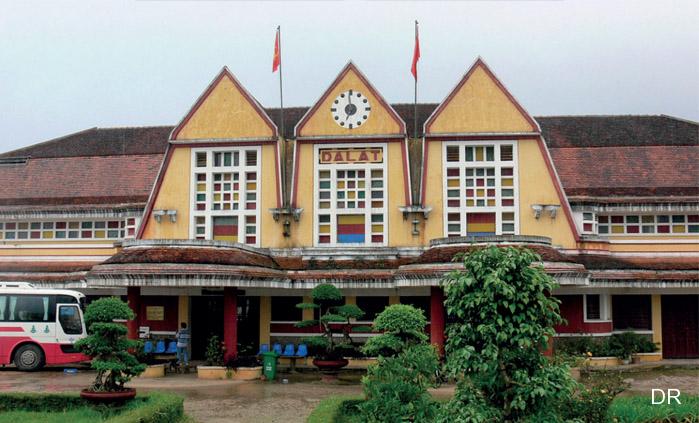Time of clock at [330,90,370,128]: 6:58
